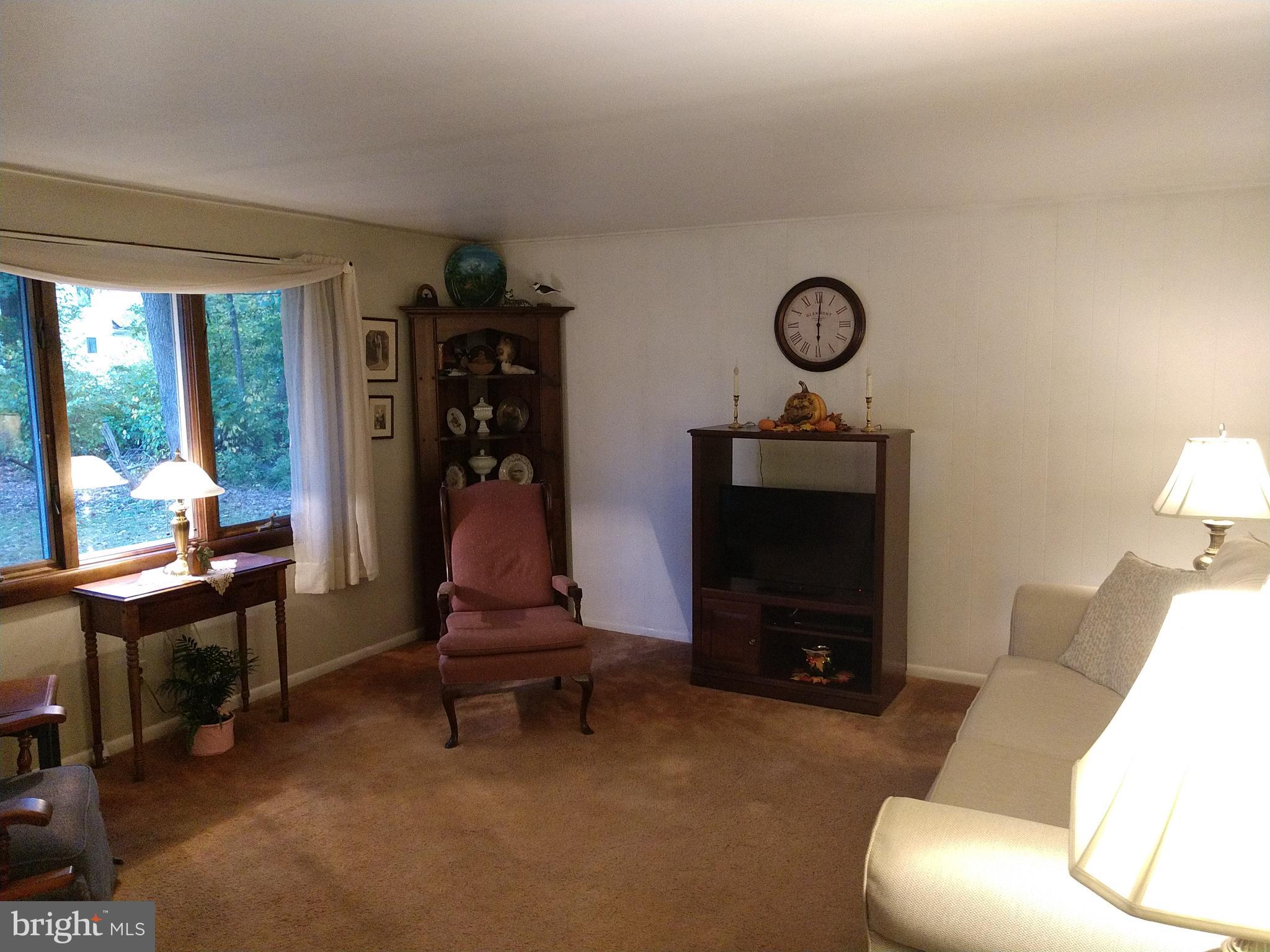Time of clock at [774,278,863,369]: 6:00
